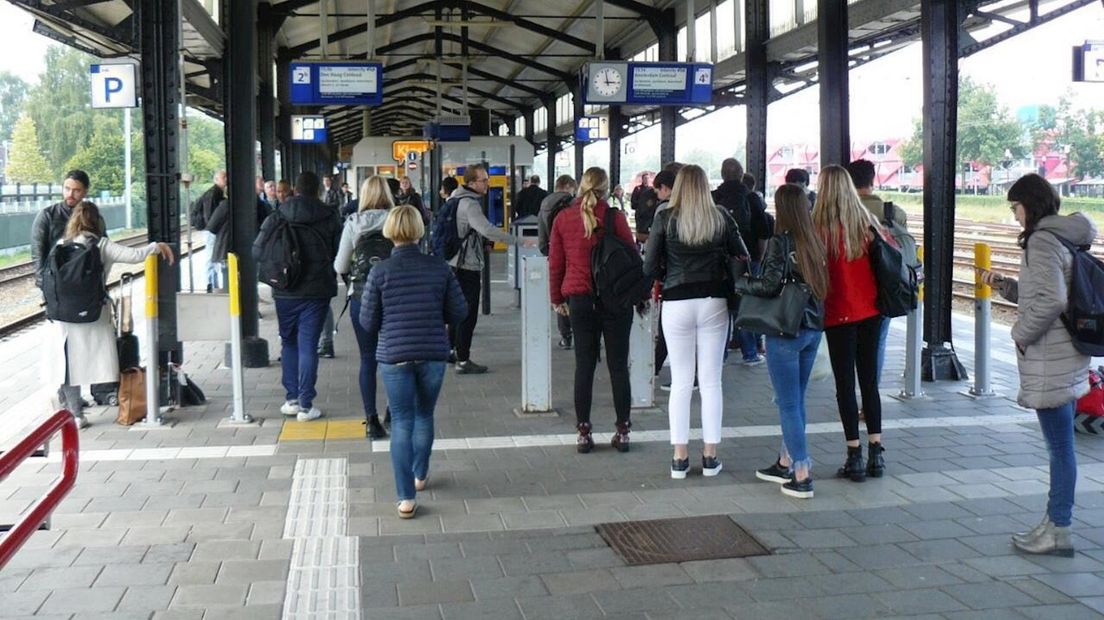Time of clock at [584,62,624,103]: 2:58
